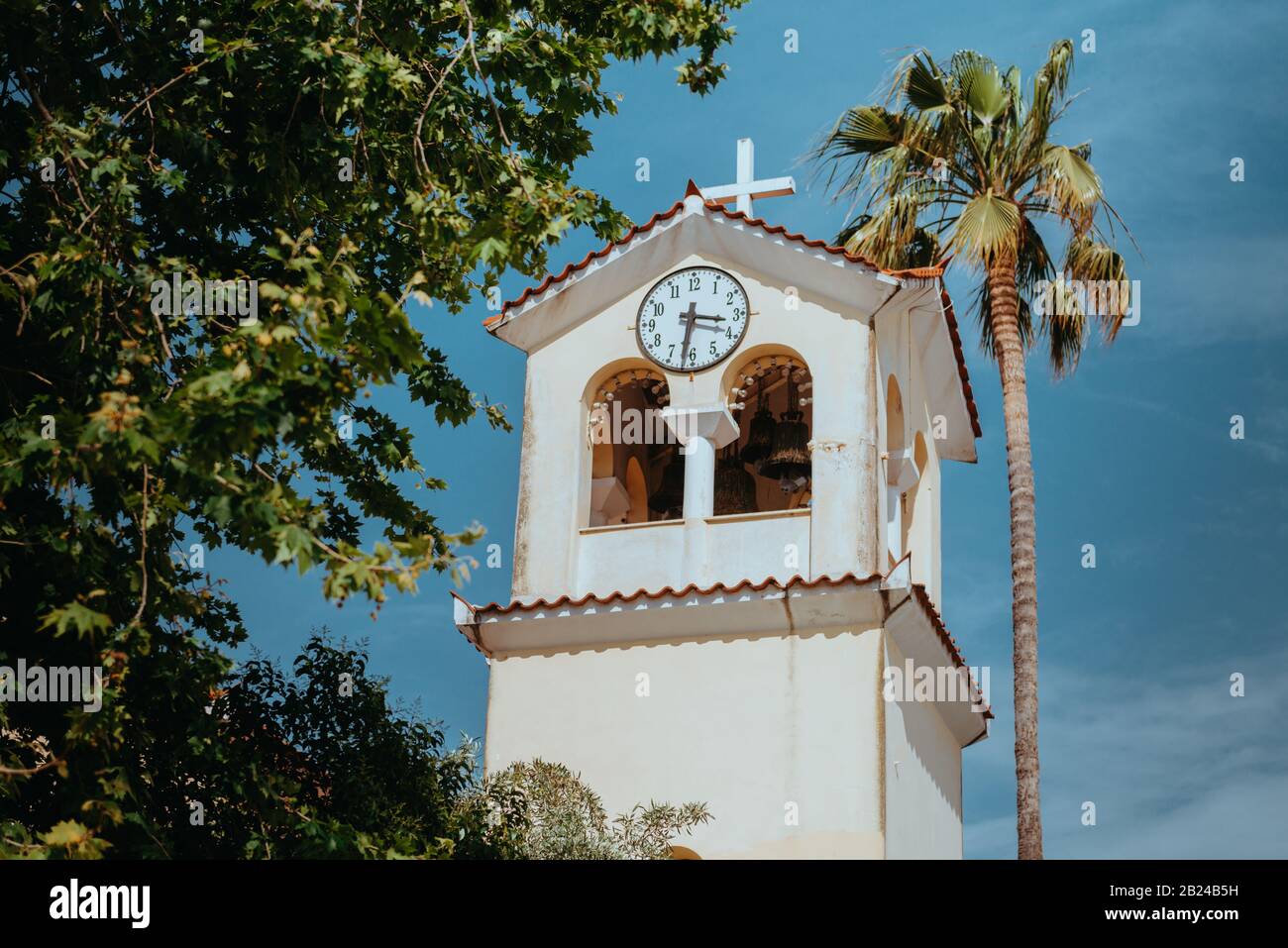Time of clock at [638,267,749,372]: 3:31
